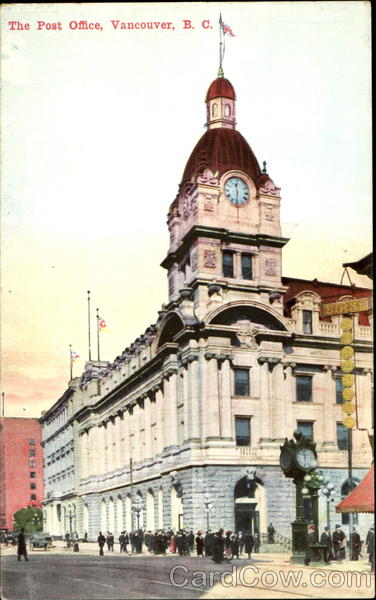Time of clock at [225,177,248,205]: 11:31
